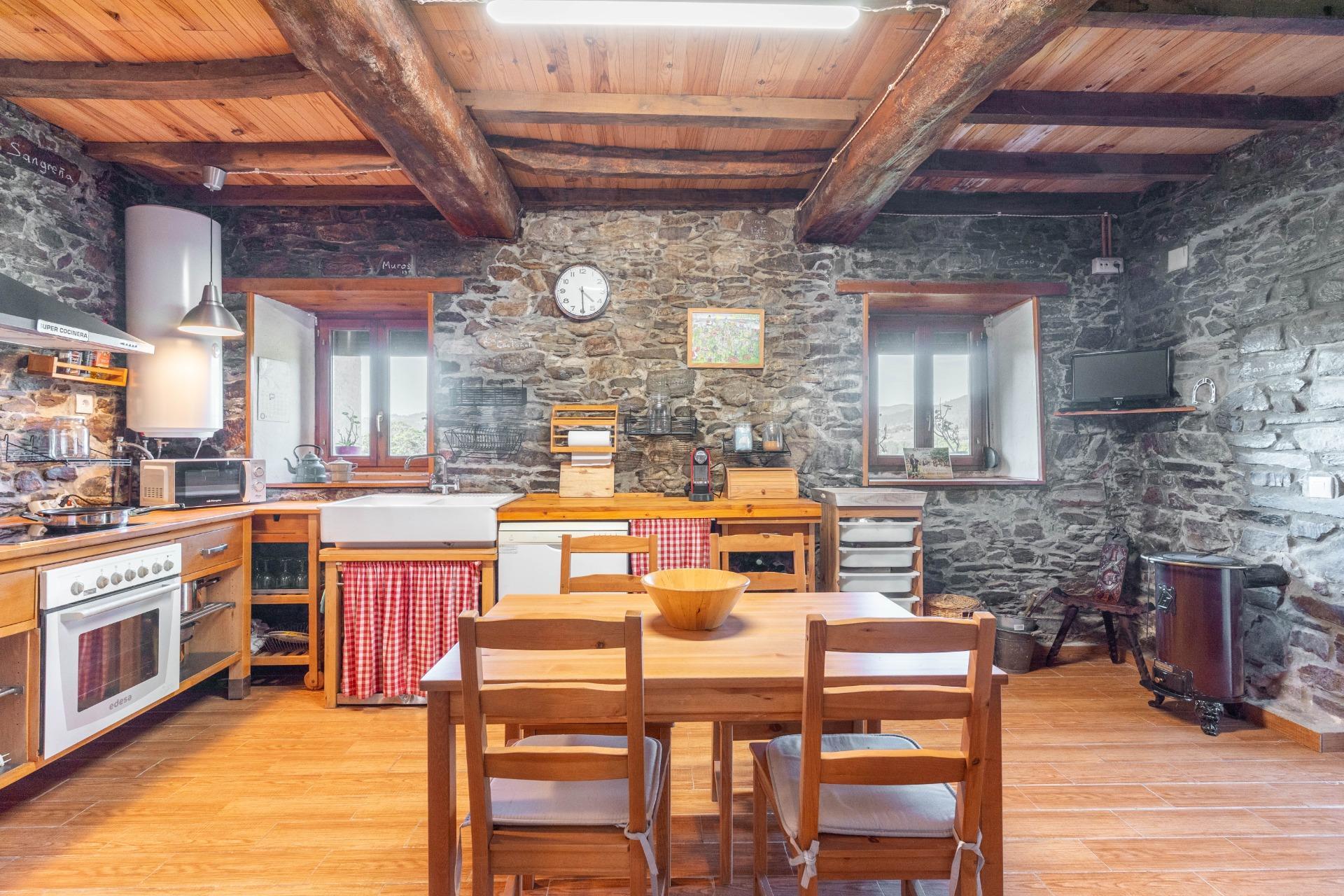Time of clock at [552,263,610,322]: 4:29
